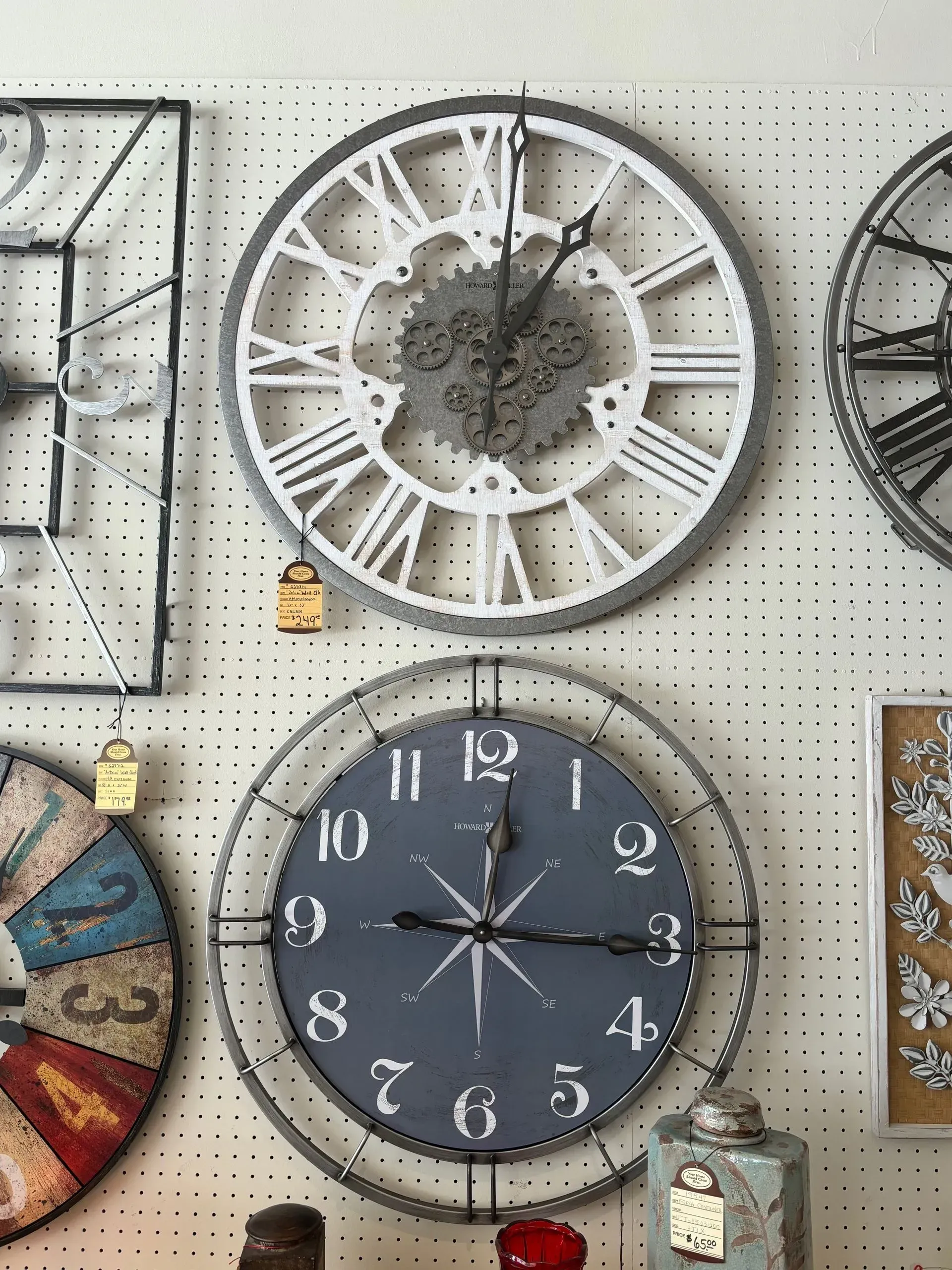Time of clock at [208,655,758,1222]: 9:15
